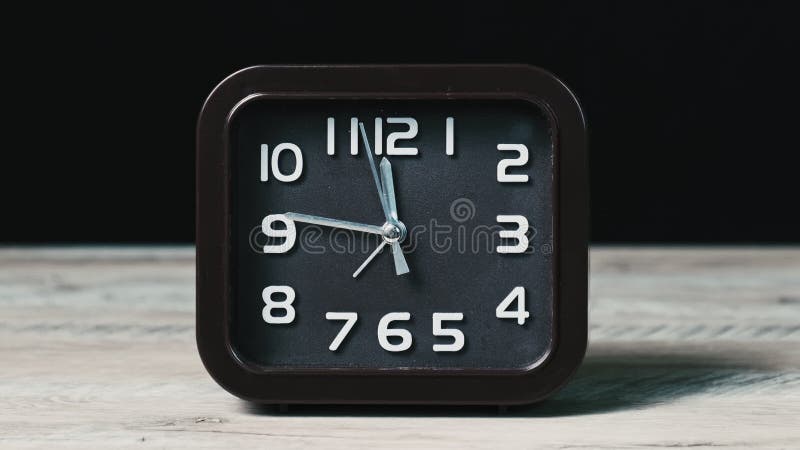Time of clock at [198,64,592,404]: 11:46
